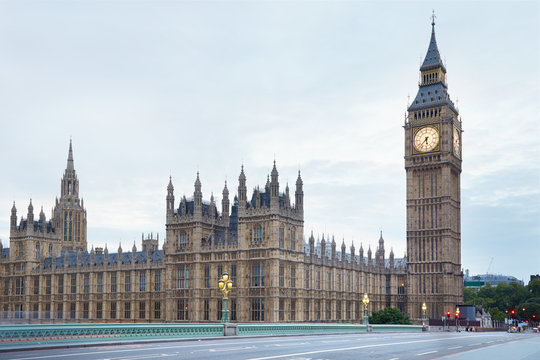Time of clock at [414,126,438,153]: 5:37
